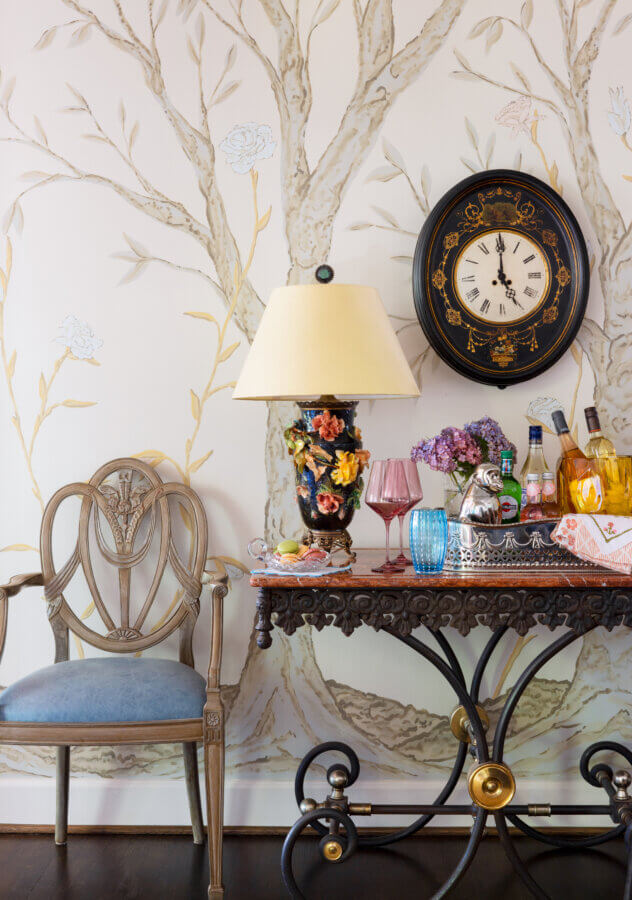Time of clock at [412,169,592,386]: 5:00
